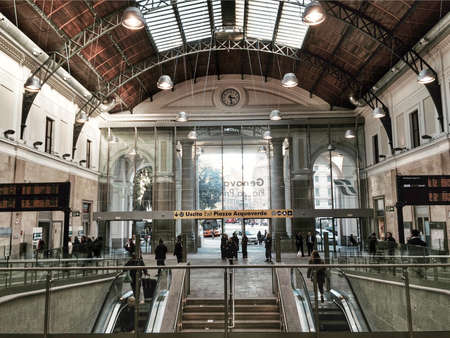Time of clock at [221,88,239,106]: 3:28
